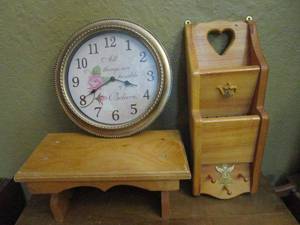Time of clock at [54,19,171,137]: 3:40
